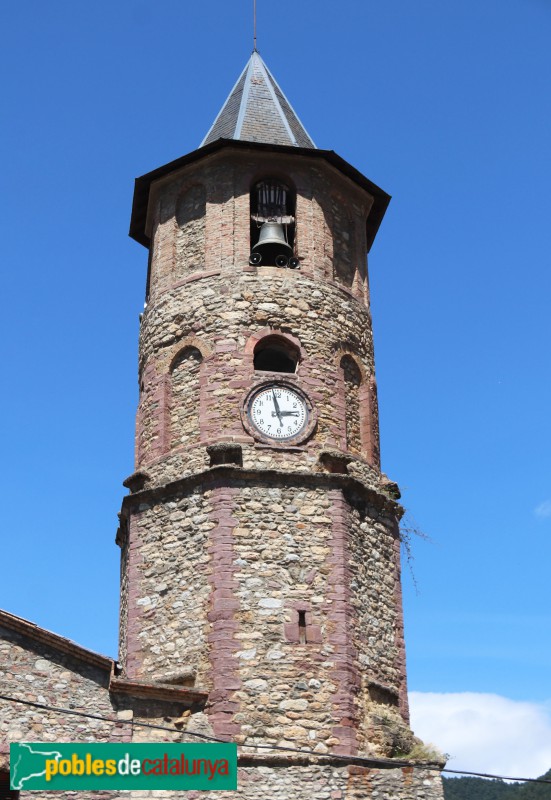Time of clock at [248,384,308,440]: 2:58
